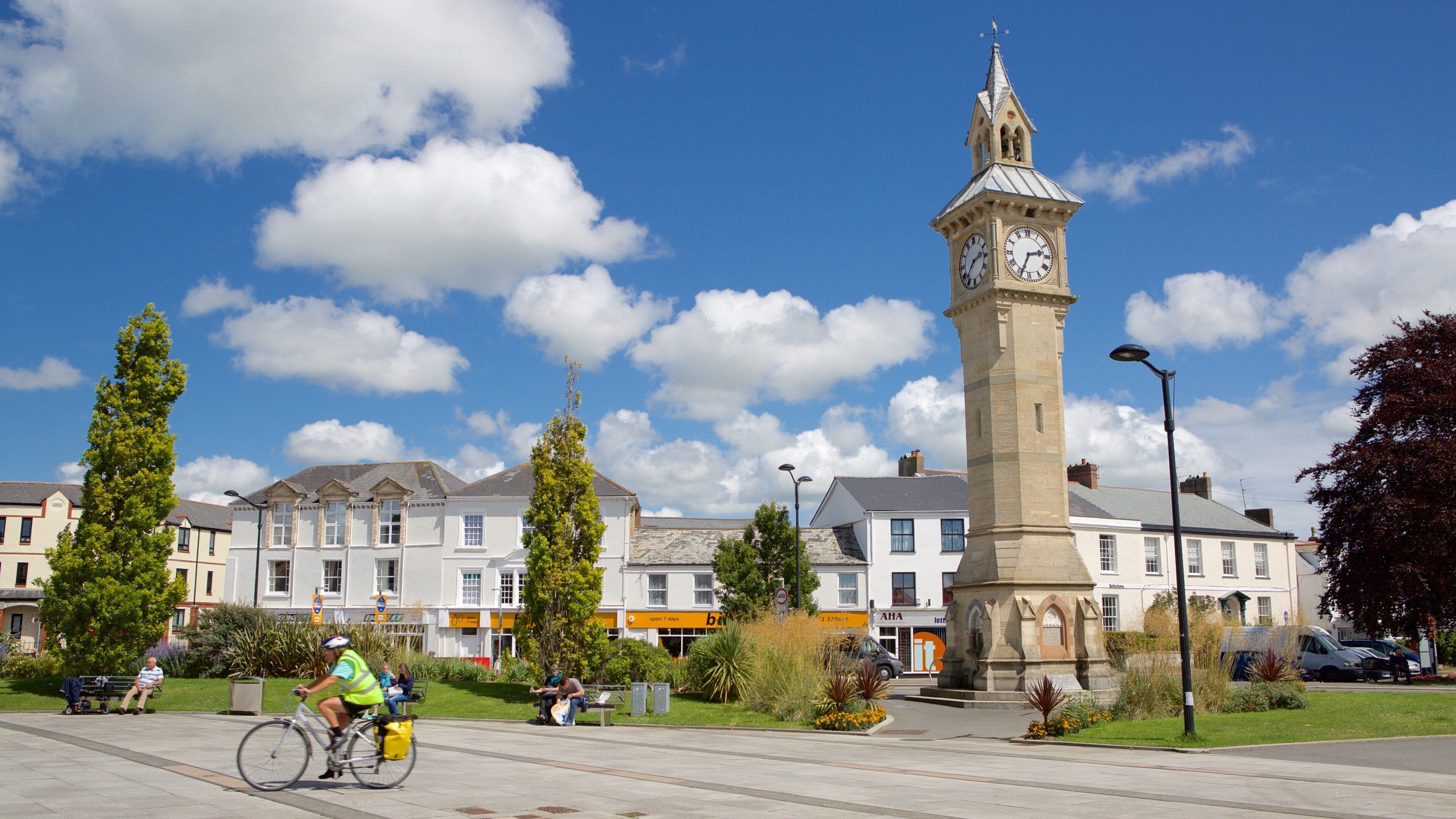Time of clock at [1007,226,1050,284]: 2:33
